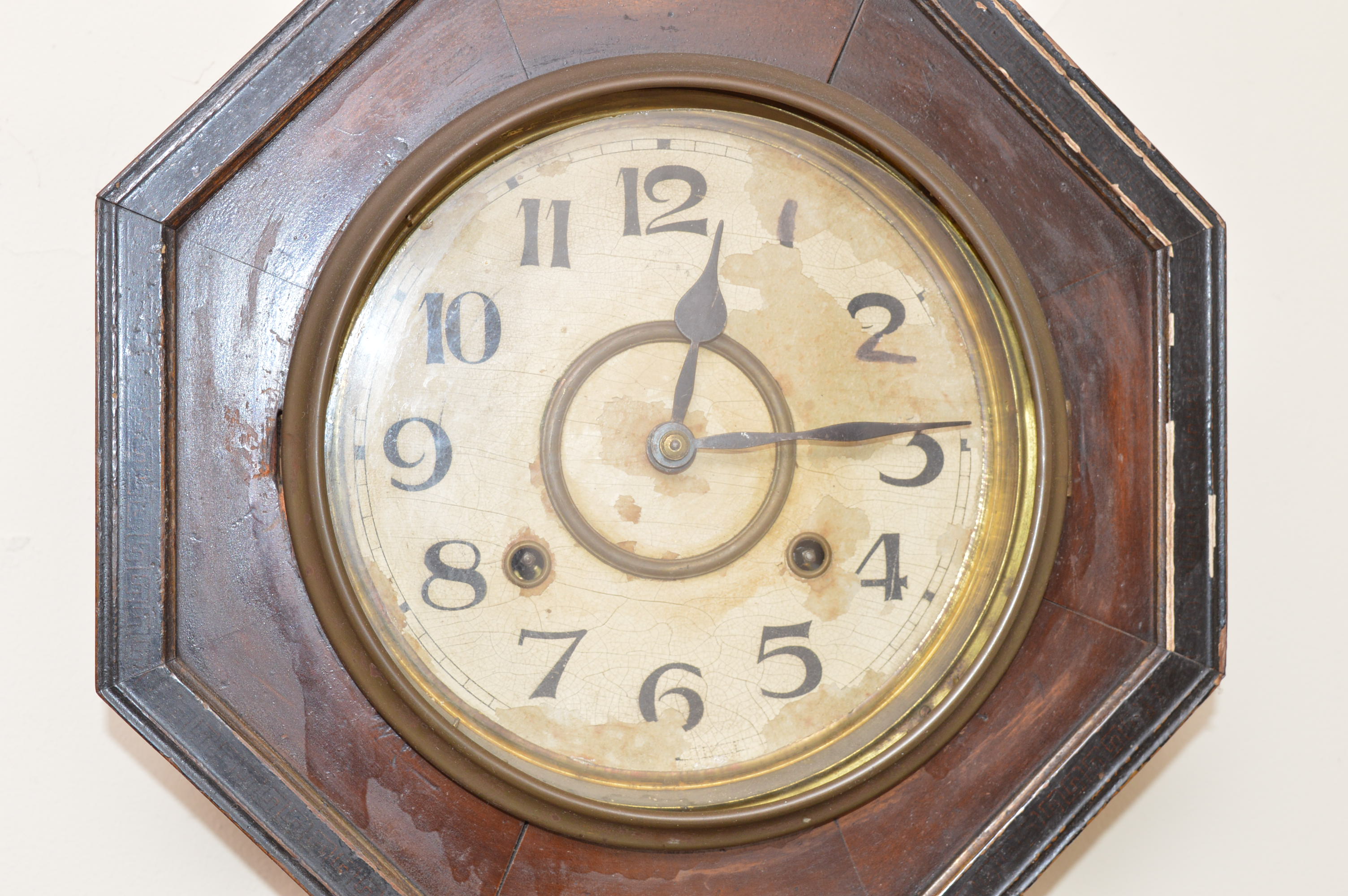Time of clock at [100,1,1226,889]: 12:14
